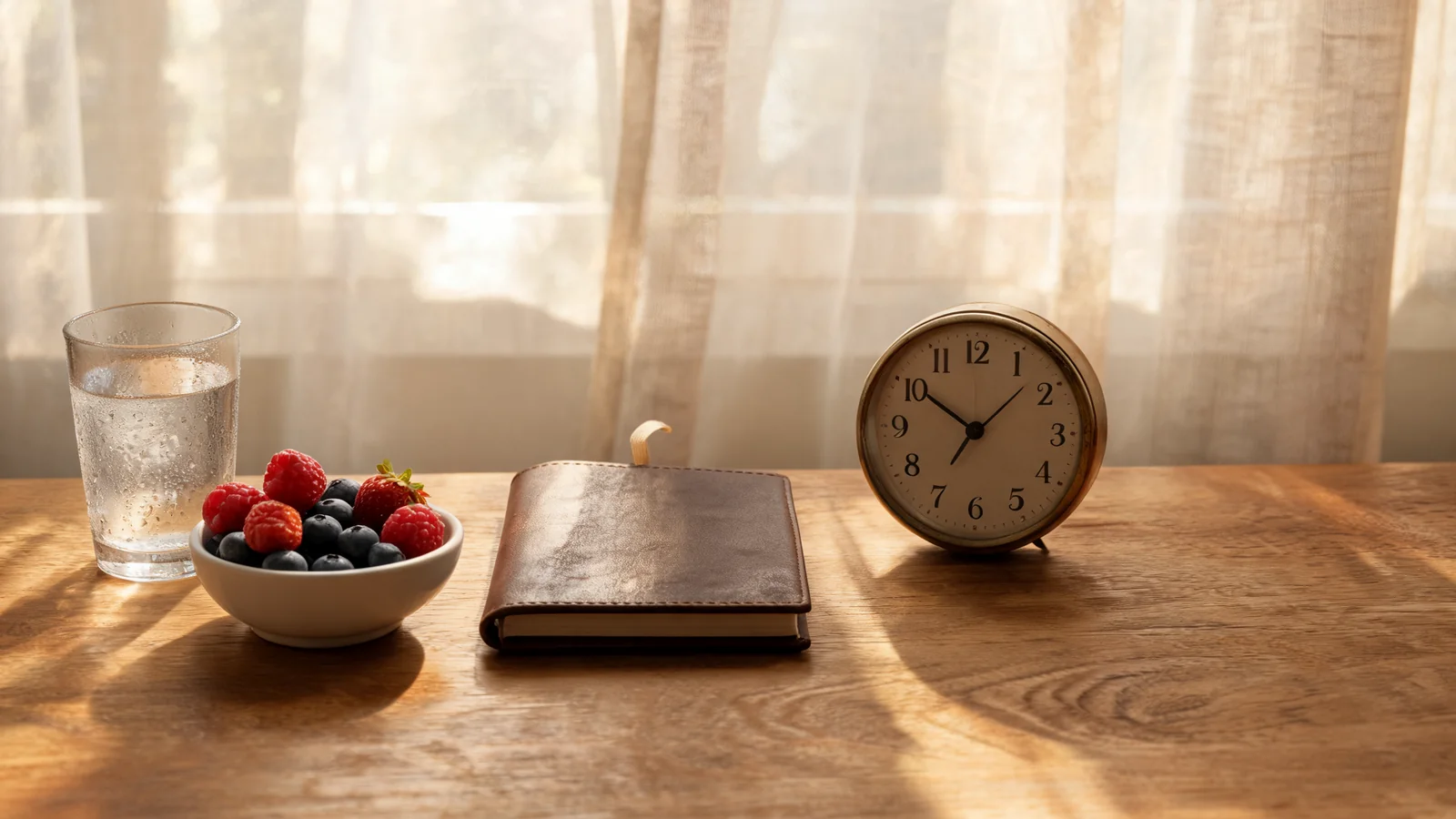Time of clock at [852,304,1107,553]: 10:07
